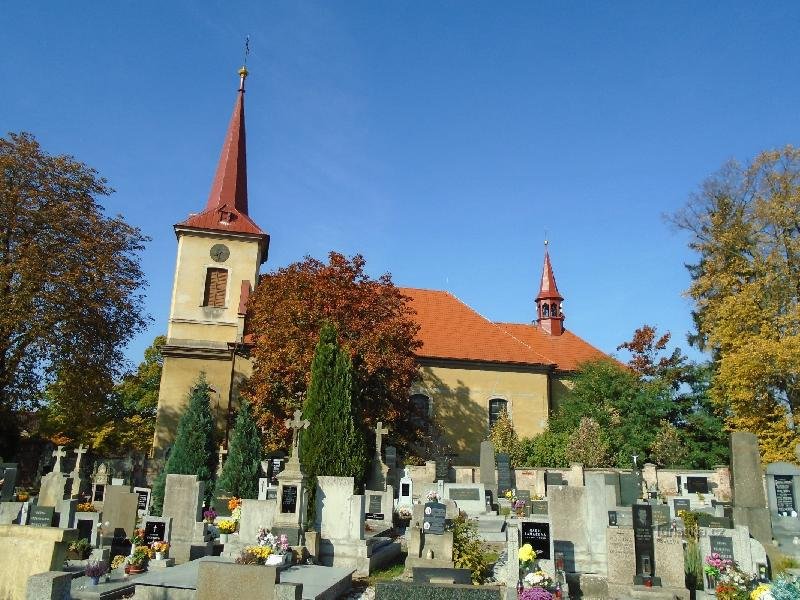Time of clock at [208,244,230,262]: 7:32
